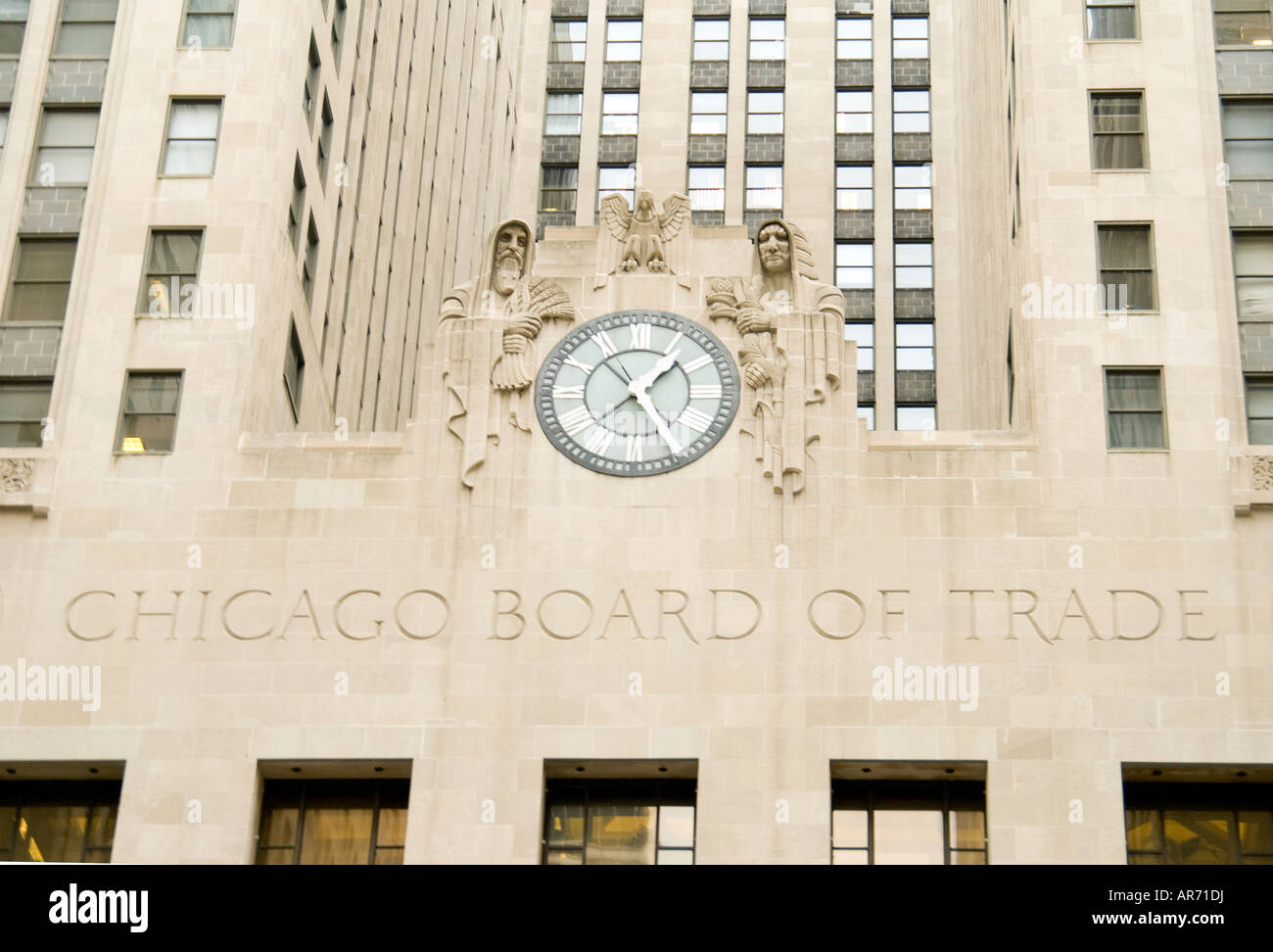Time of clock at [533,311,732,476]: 1:24
